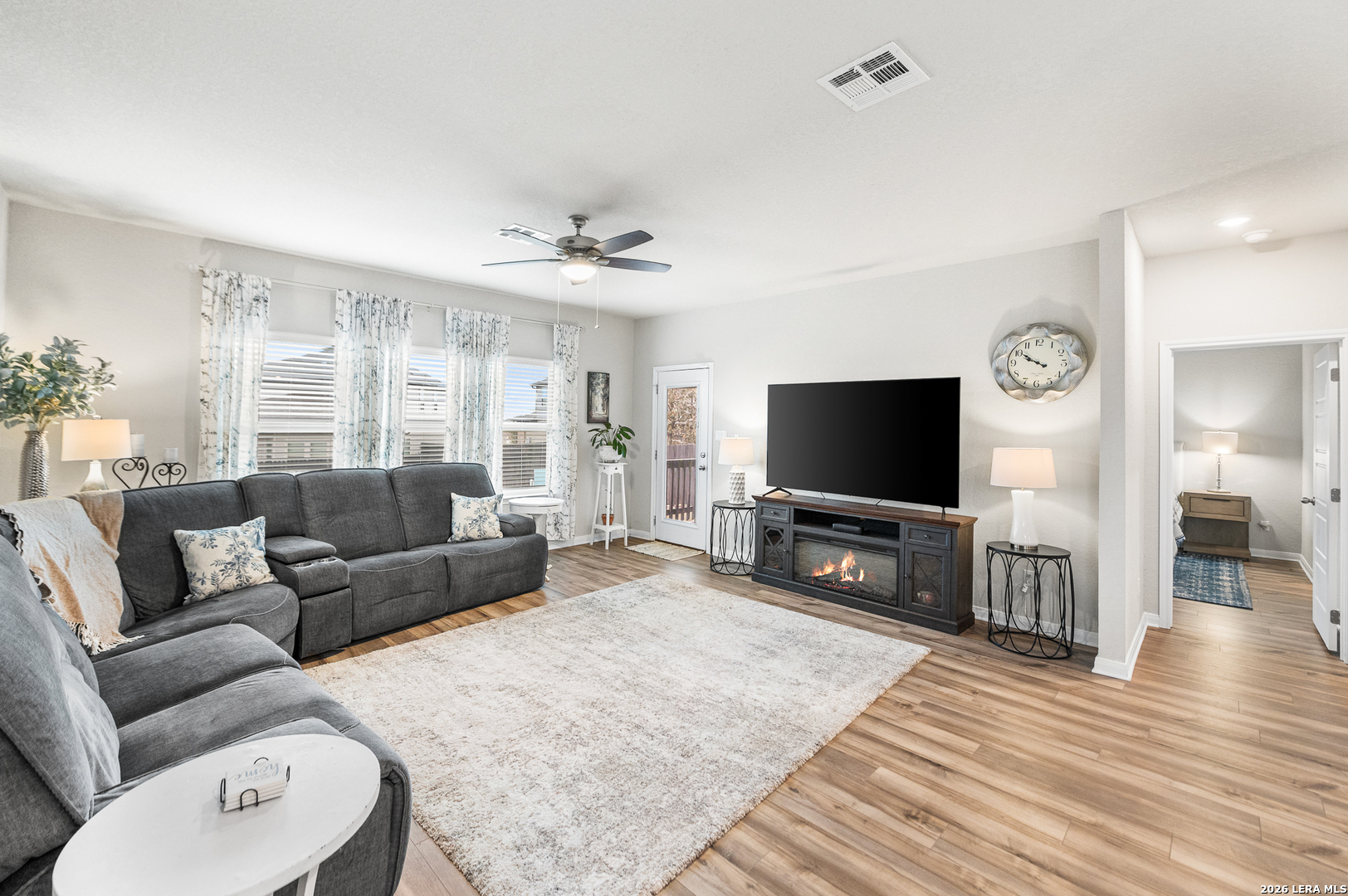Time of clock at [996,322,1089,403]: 9:50
